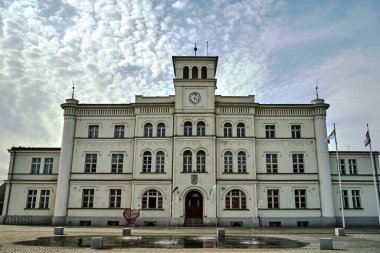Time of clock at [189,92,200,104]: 4:03
